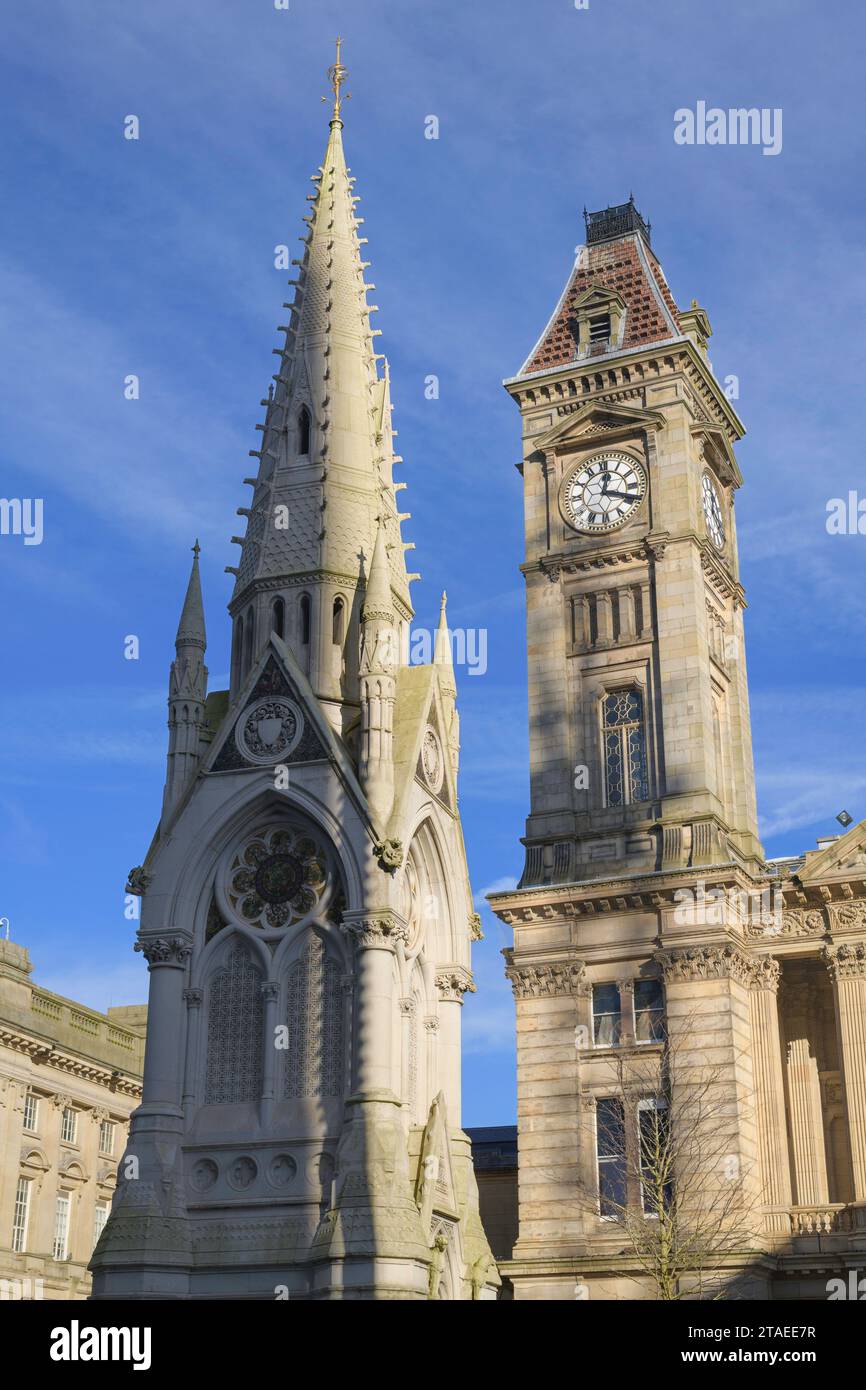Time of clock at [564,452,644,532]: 12:18
